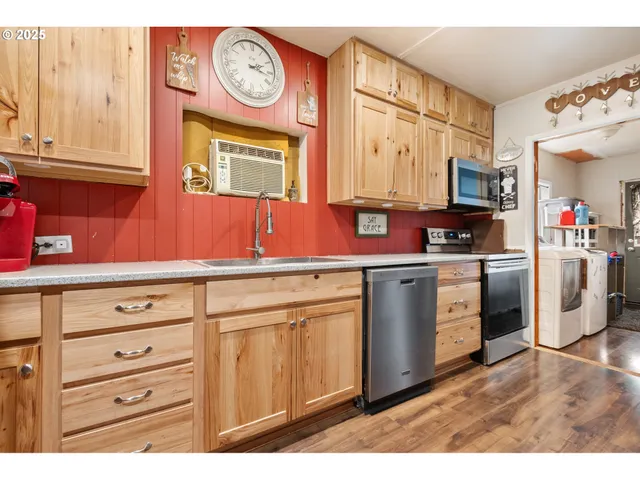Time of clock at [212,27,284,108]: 2:16
